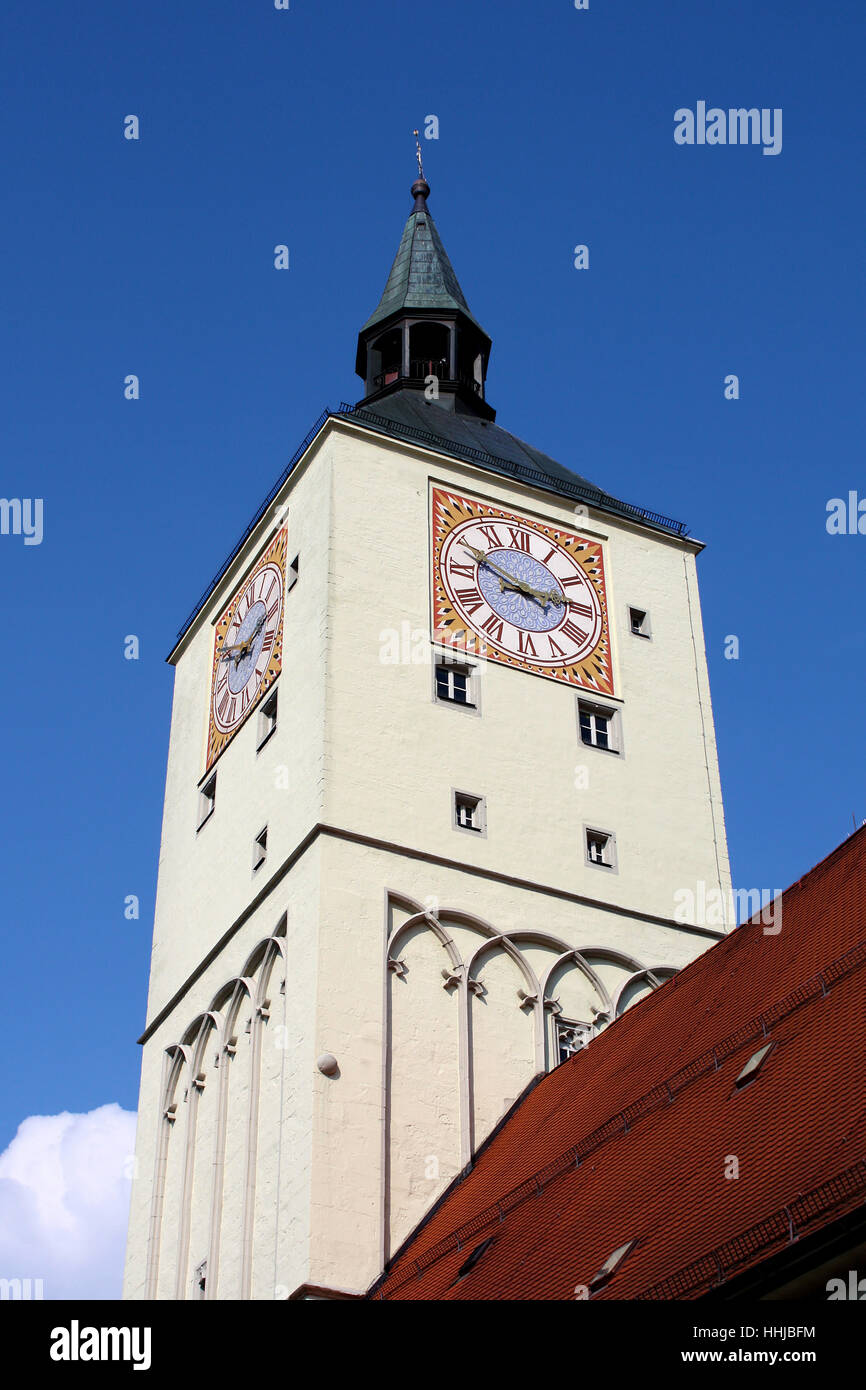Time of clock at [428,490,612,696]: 2:49
